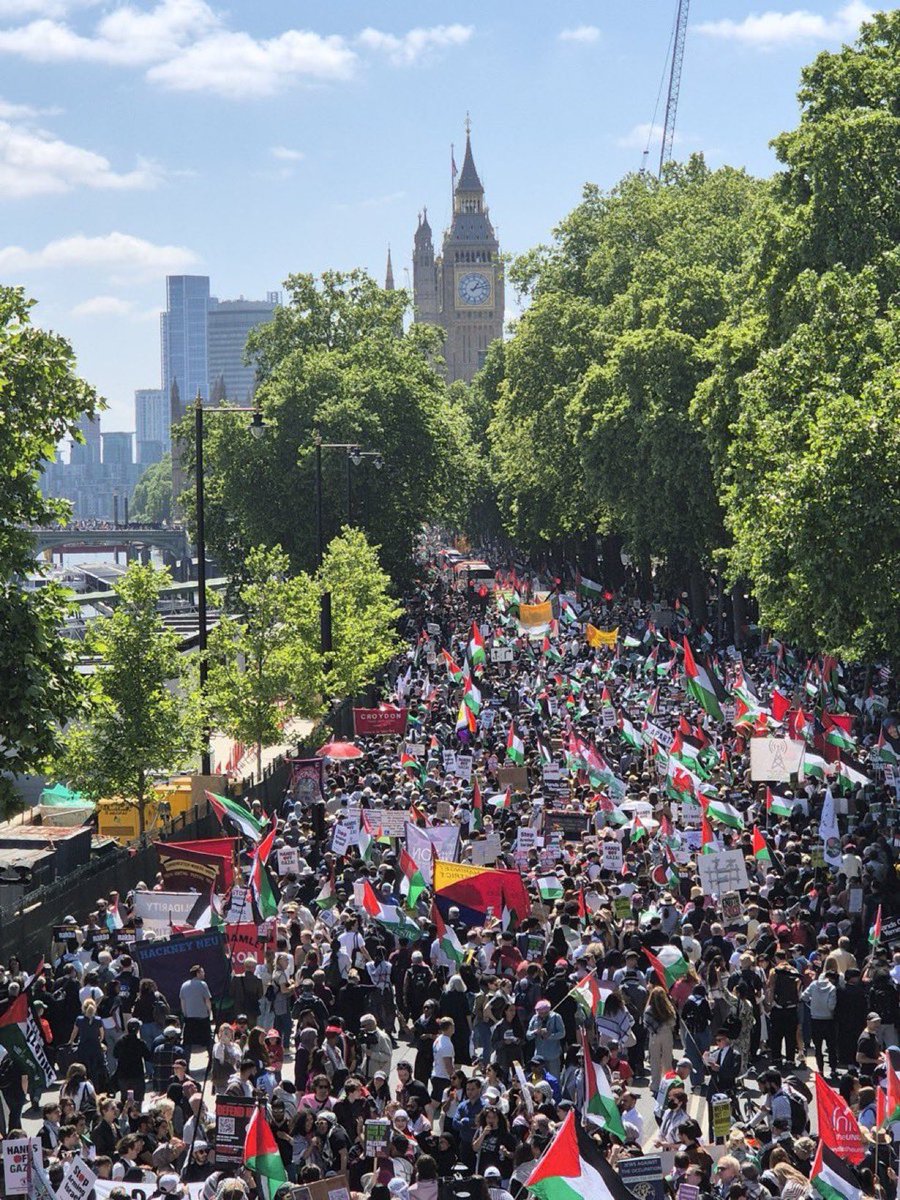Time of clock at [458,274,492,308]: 1:12
